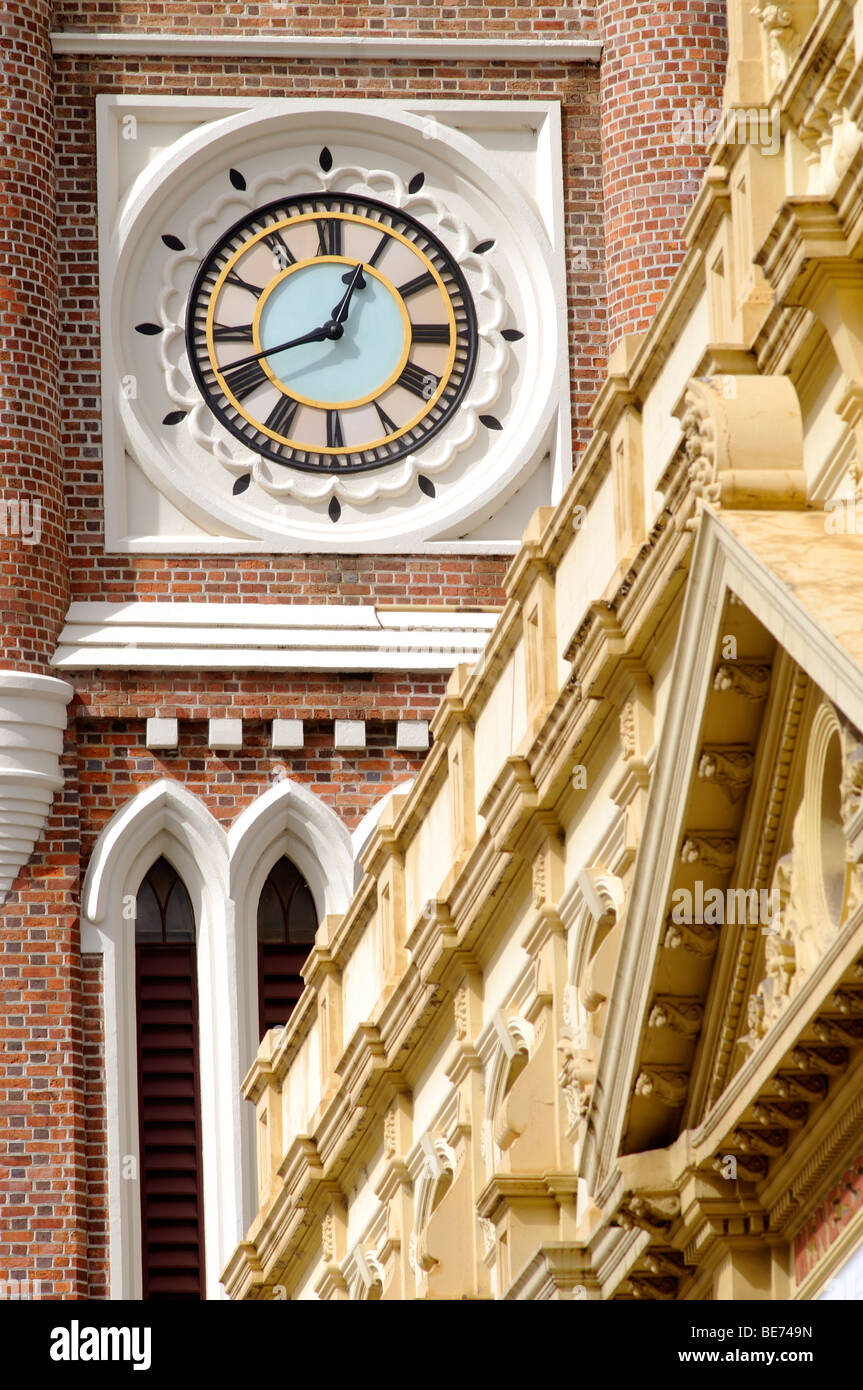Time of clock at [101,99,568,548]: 12:41
